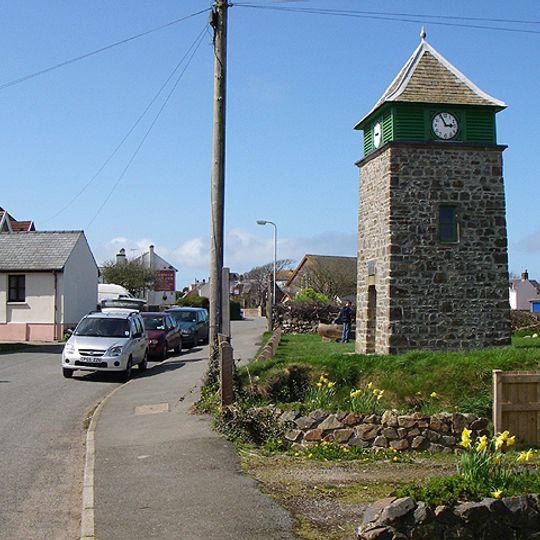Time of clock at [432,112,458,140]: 2:55
